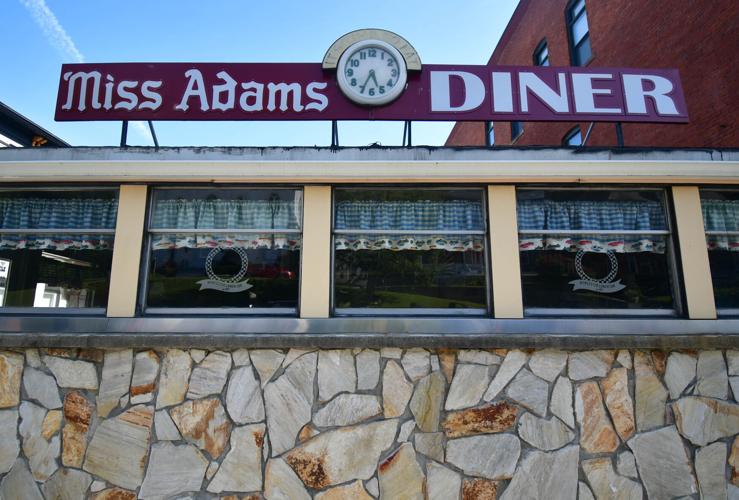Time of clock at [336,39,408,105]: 5:34
